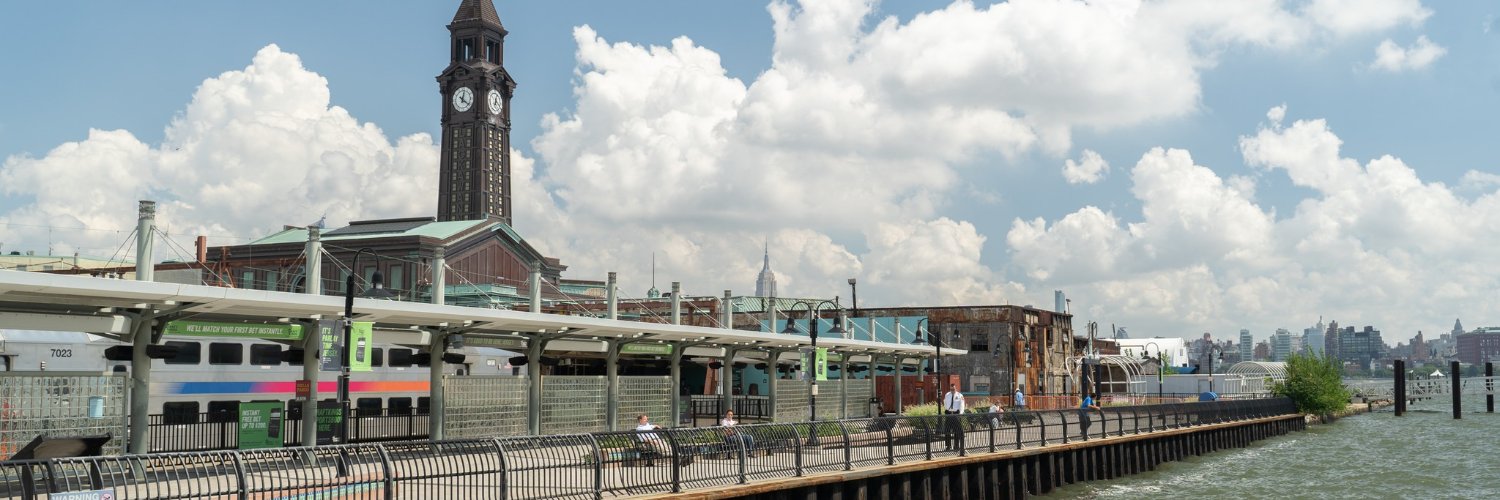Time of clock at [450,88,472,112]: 12:21
